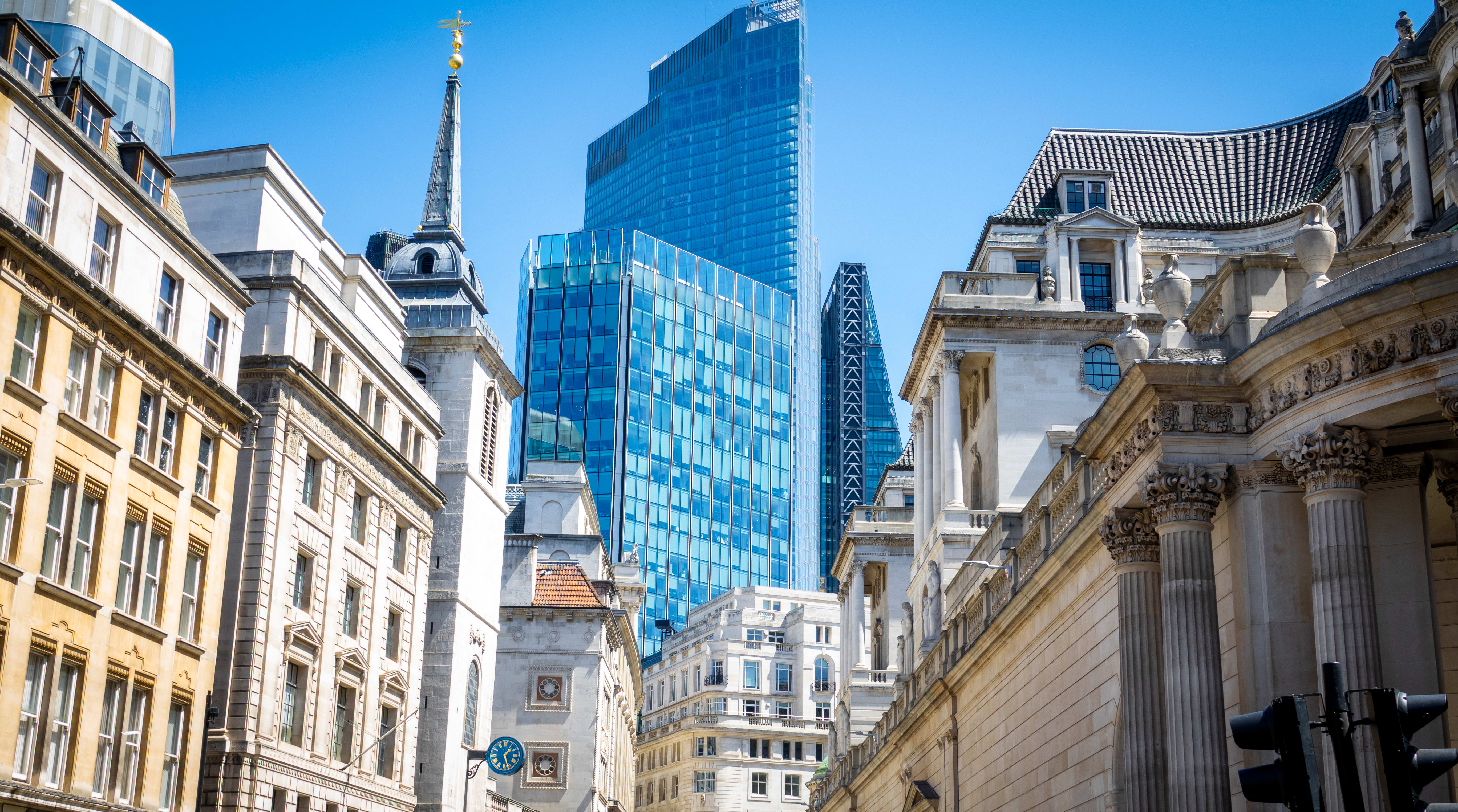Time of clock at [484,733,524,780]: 1:26
